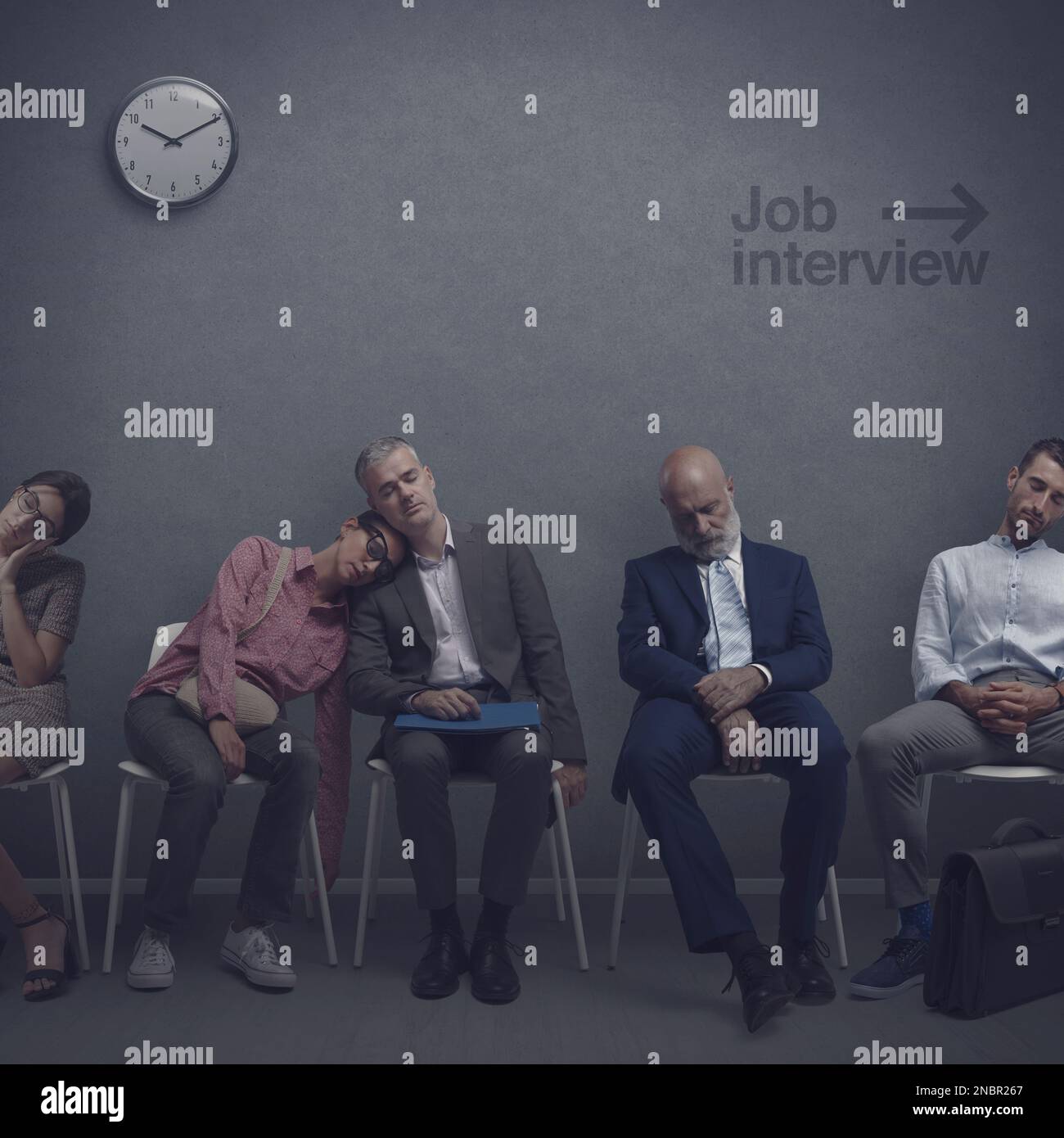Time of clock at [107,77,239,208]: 10:10
